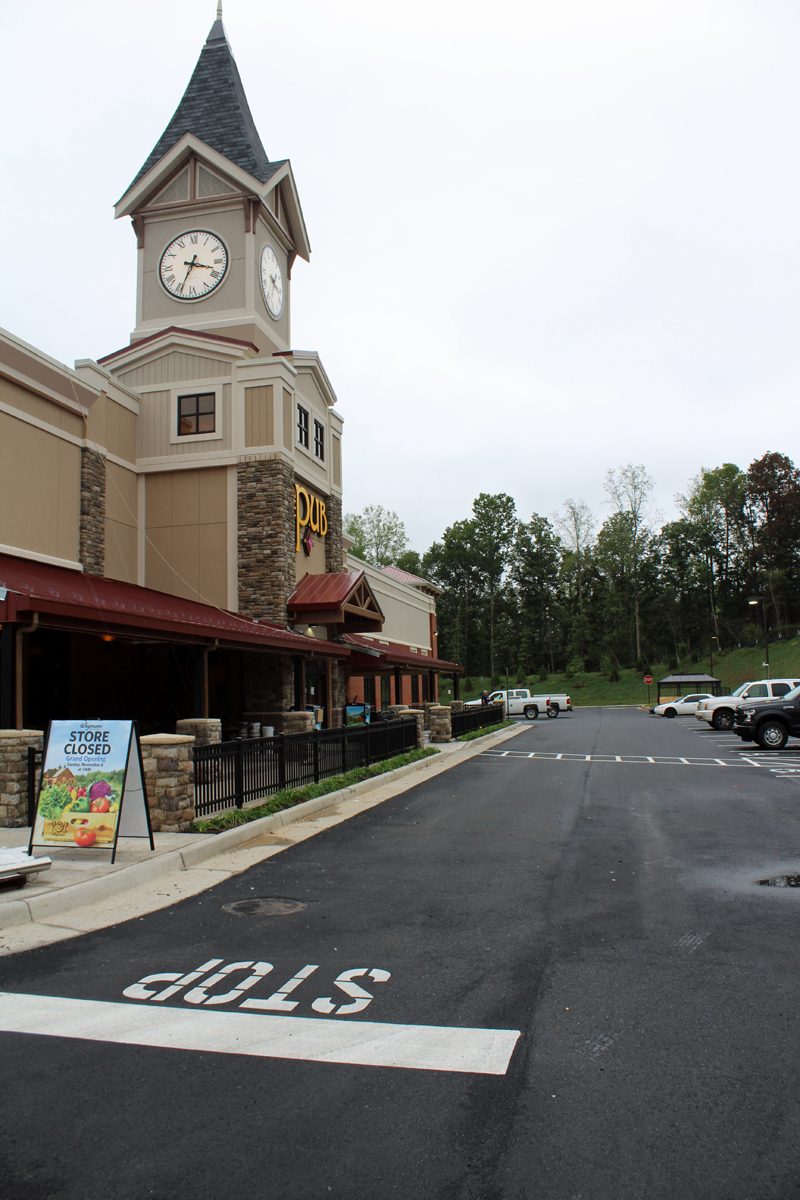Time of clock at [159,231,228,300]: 3:34
